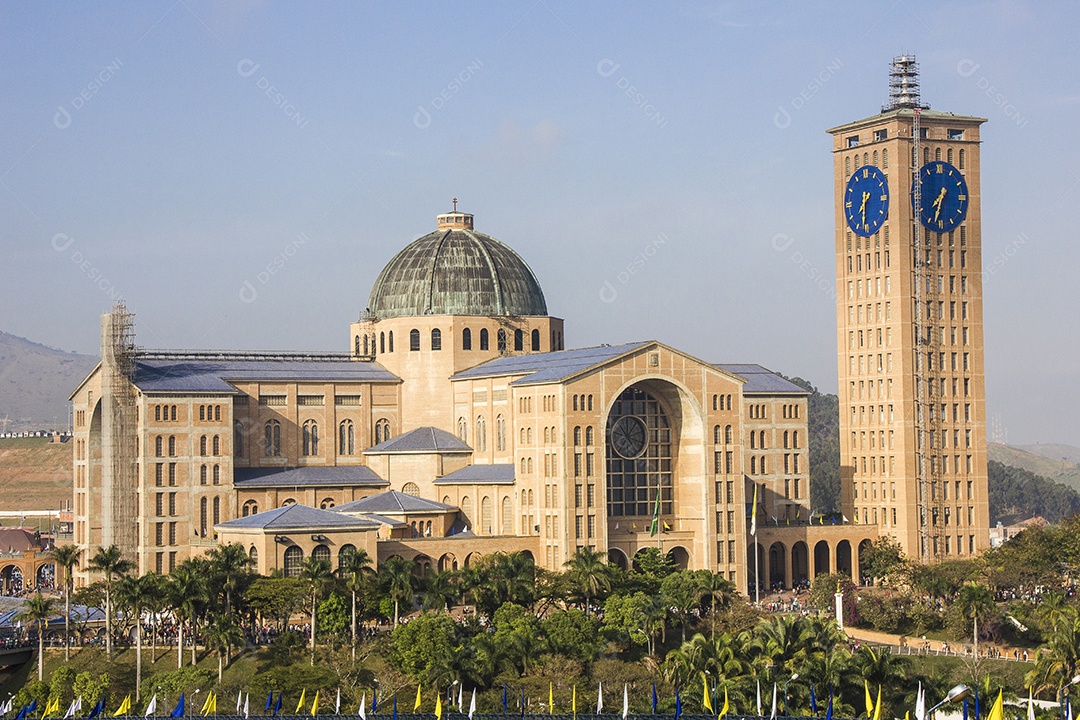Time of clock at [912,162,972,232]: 7:32
